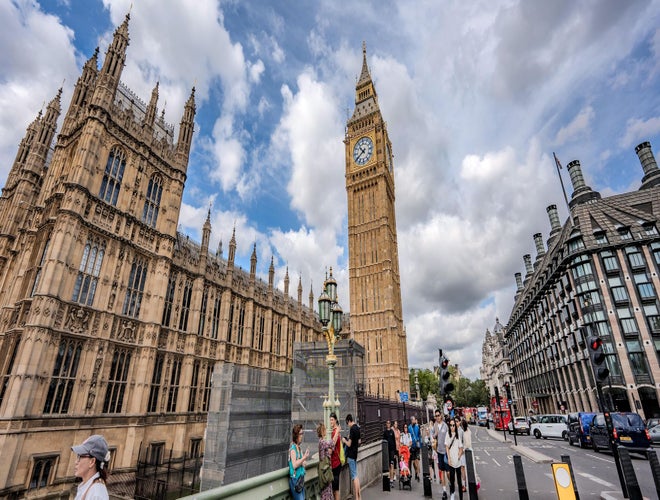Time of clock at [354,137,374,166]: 10:39
